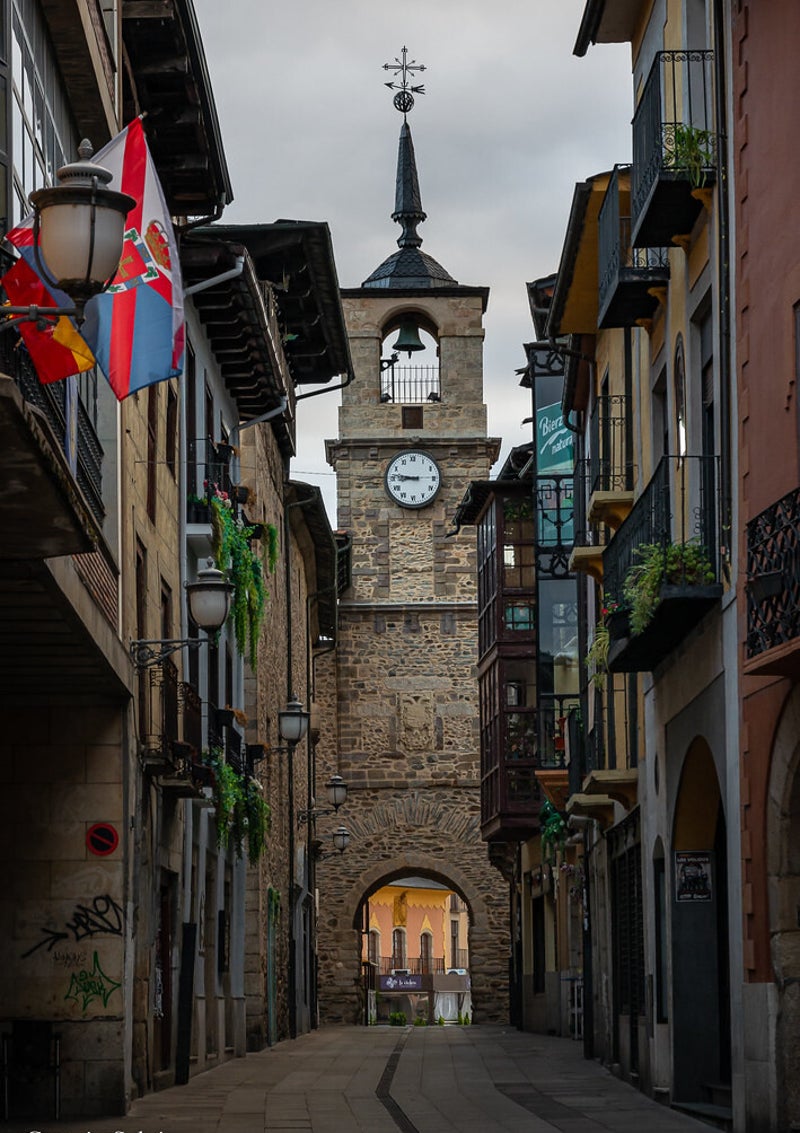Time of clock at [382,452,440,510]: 8:46
